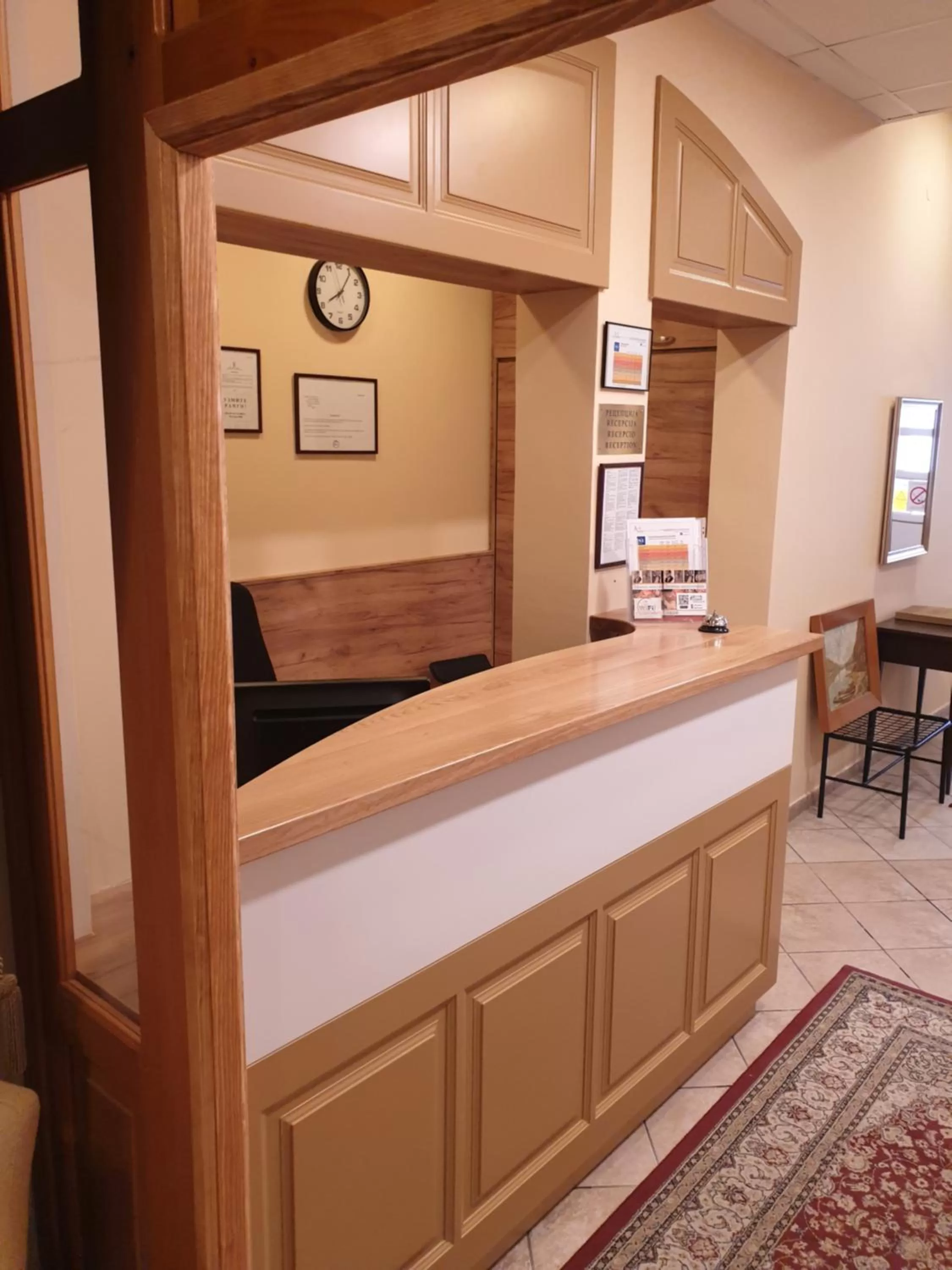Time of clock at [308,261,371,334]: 8:05
